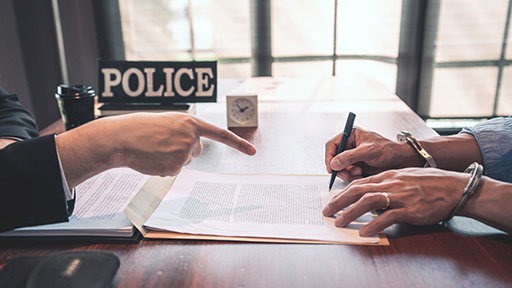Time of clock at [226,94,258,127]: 1:52
